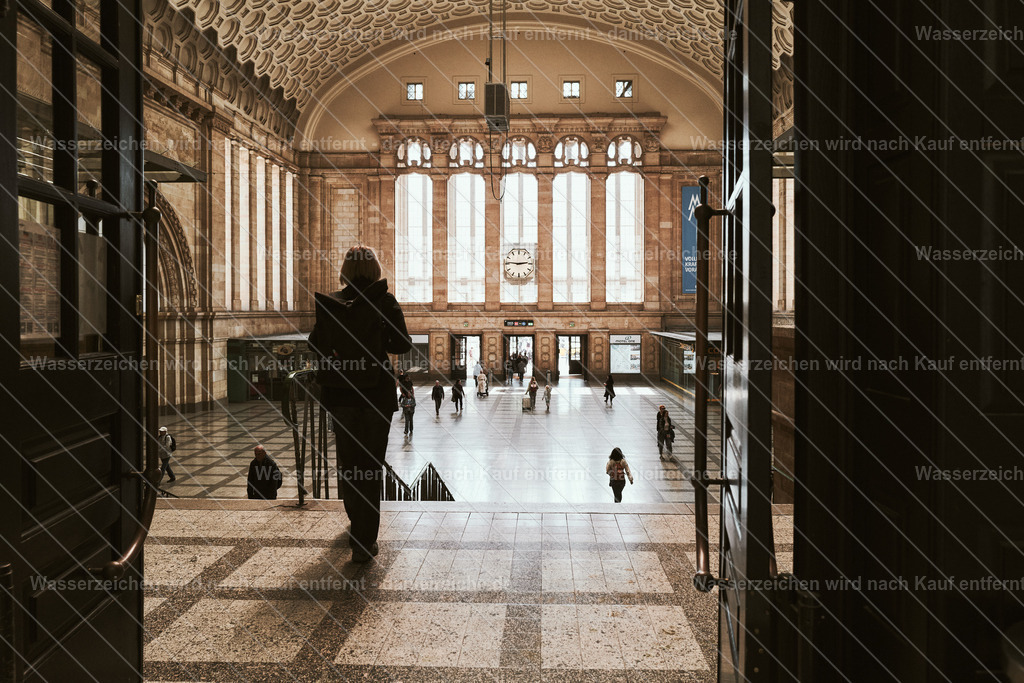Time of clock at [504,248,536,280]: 2:46
